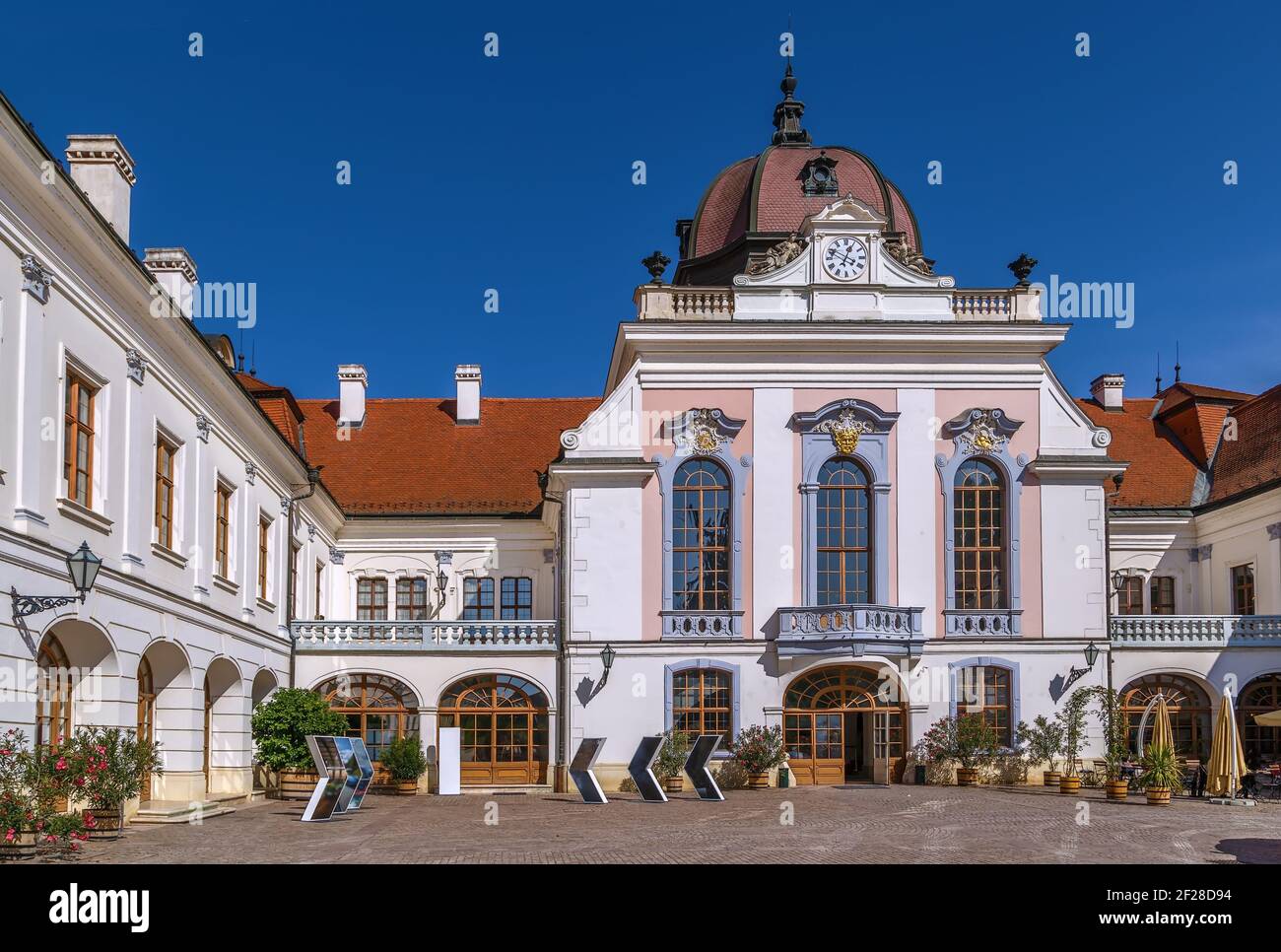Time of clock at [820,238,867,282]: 12:49
